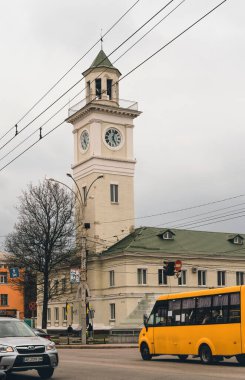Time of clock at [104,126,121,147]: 5:03
